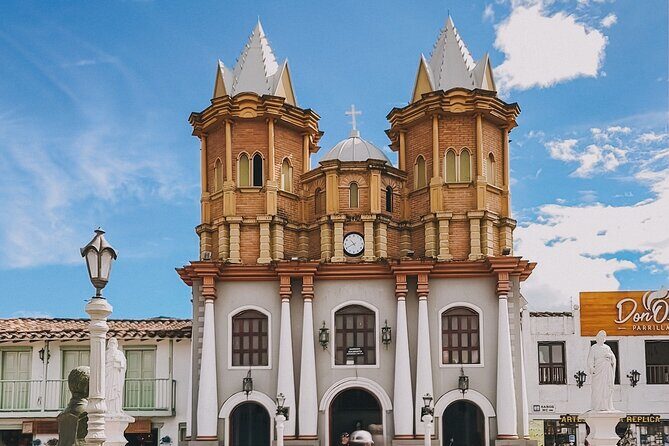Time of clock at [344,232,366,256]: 10:40
